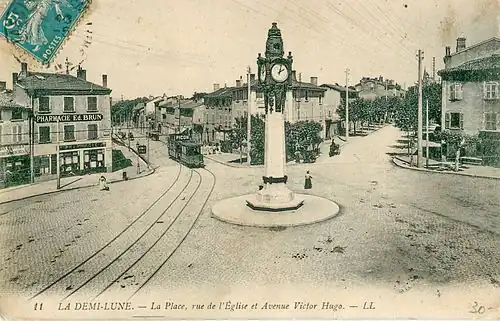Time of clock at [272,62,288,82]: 2:02
